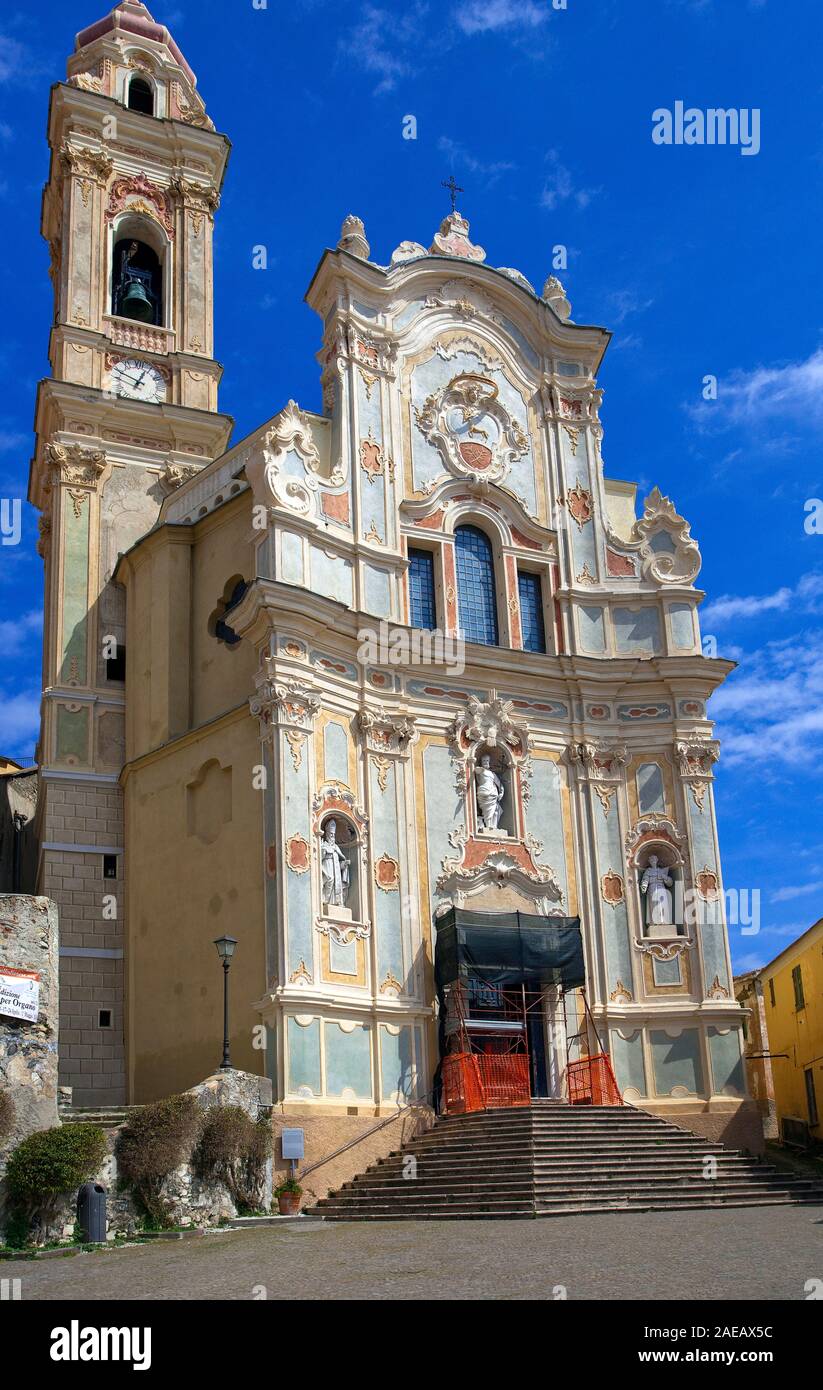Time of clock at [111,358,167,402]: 12:49
